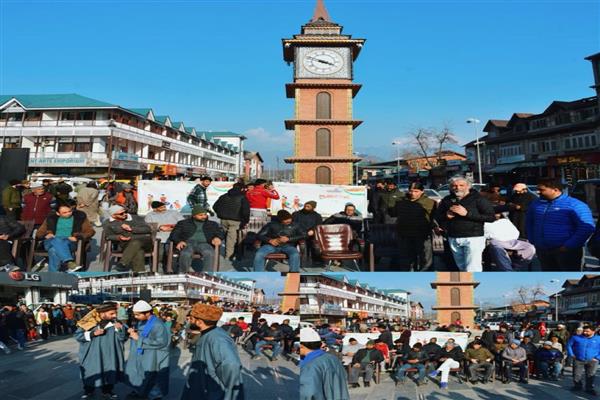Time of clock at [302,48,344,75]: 3:48
